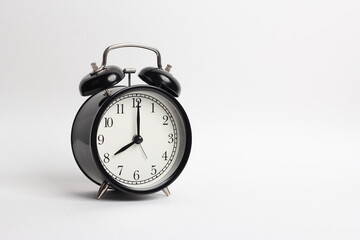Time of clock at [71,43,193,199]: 8:00
